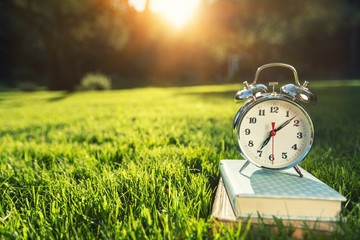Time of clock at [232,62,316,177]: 7:08
